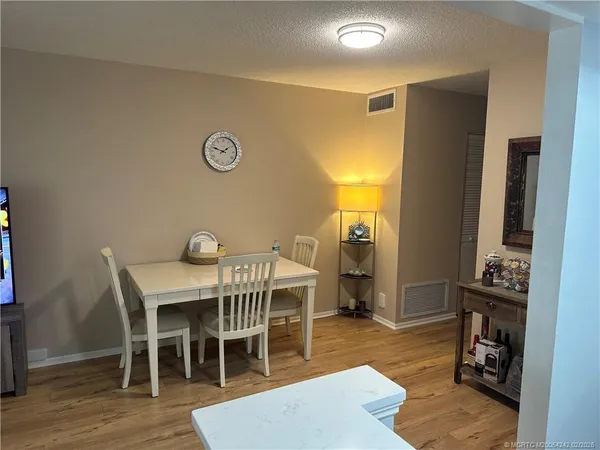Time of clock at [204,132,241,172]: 1:47
